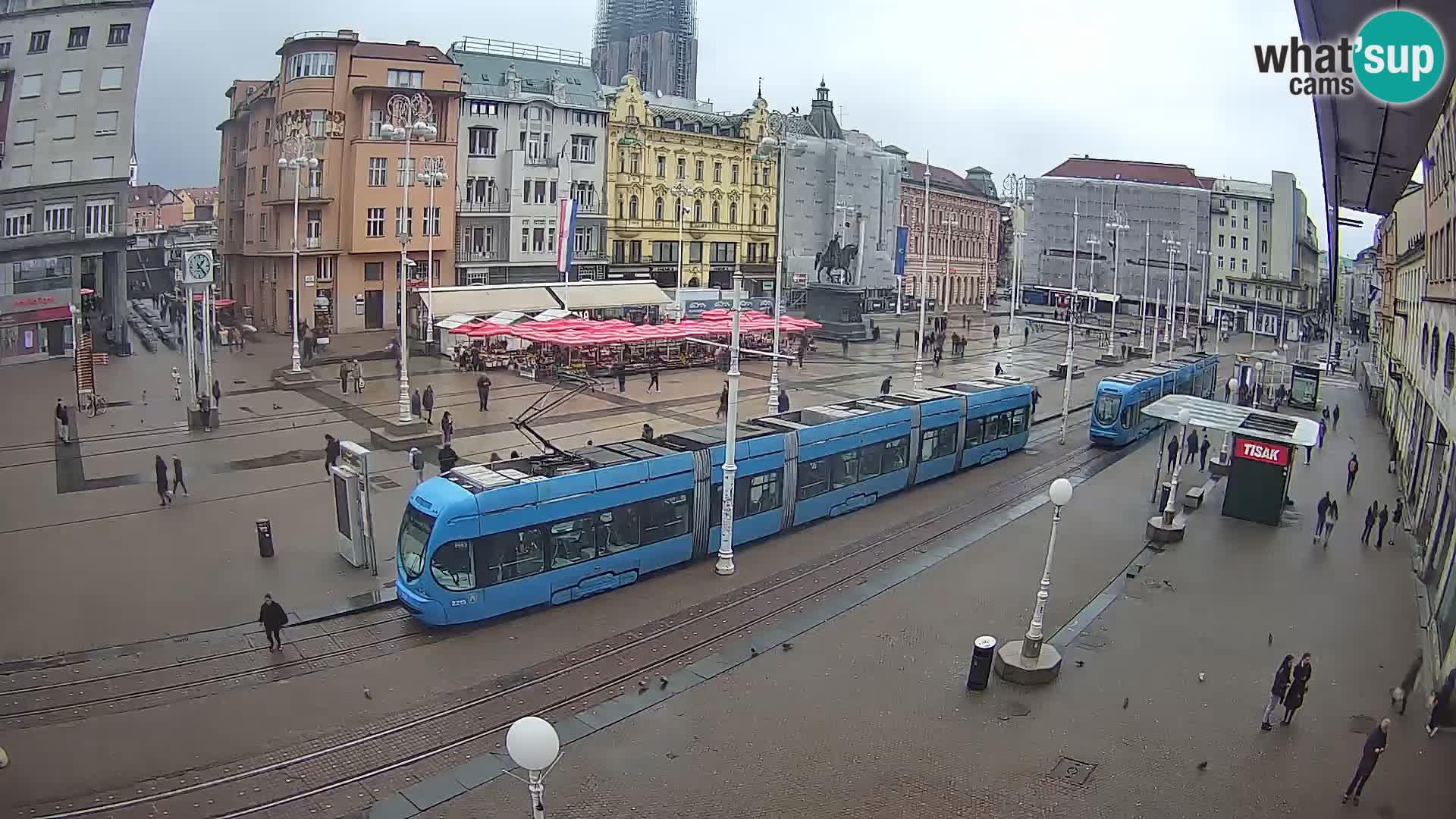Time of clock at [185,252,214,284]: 1:23
